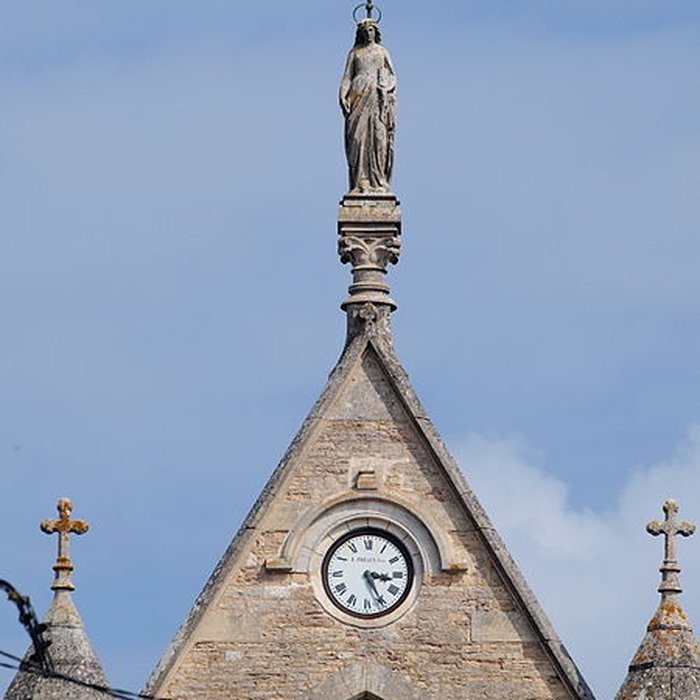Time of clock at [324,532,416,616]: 3:25
